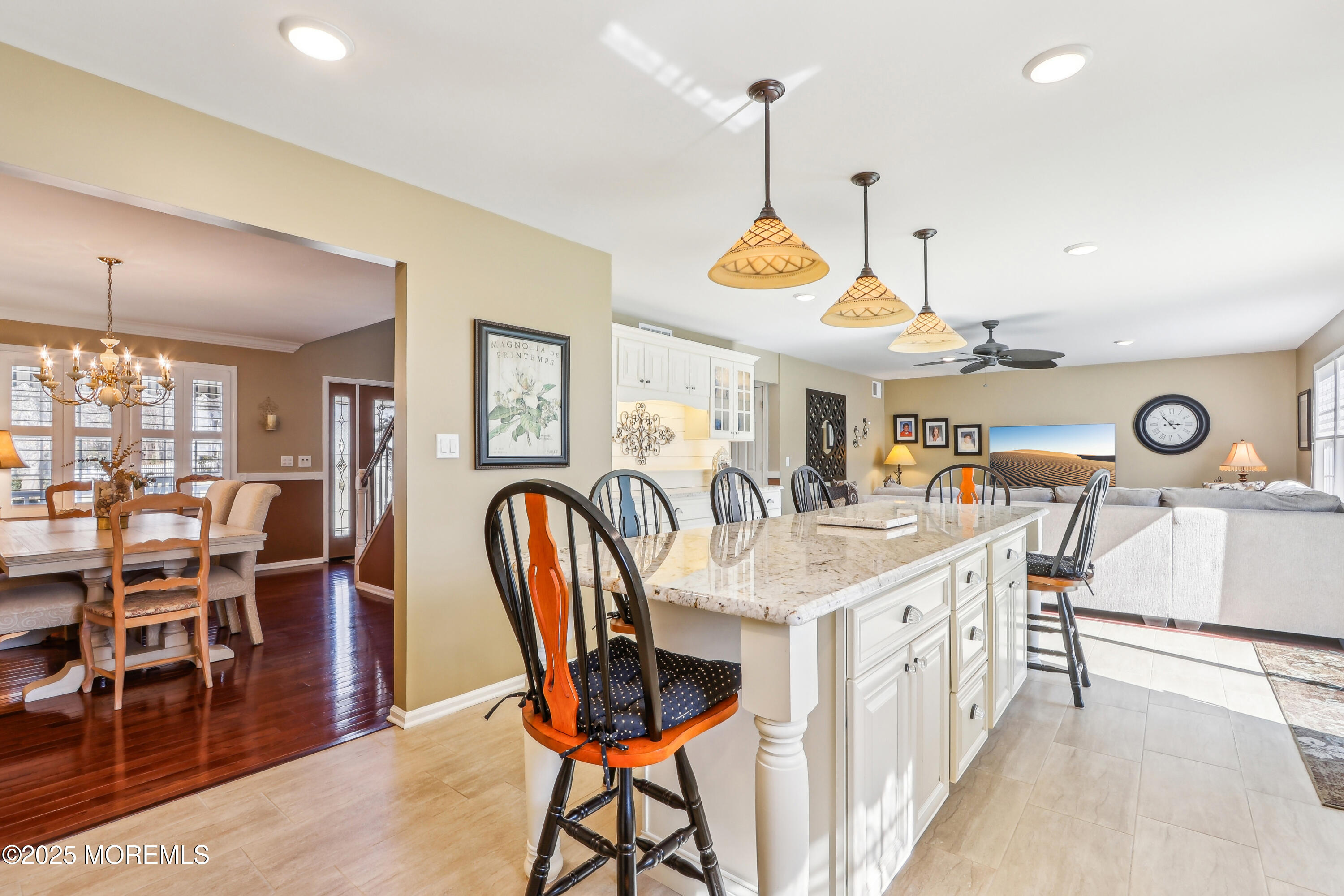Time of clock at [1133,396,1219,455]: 2:53
